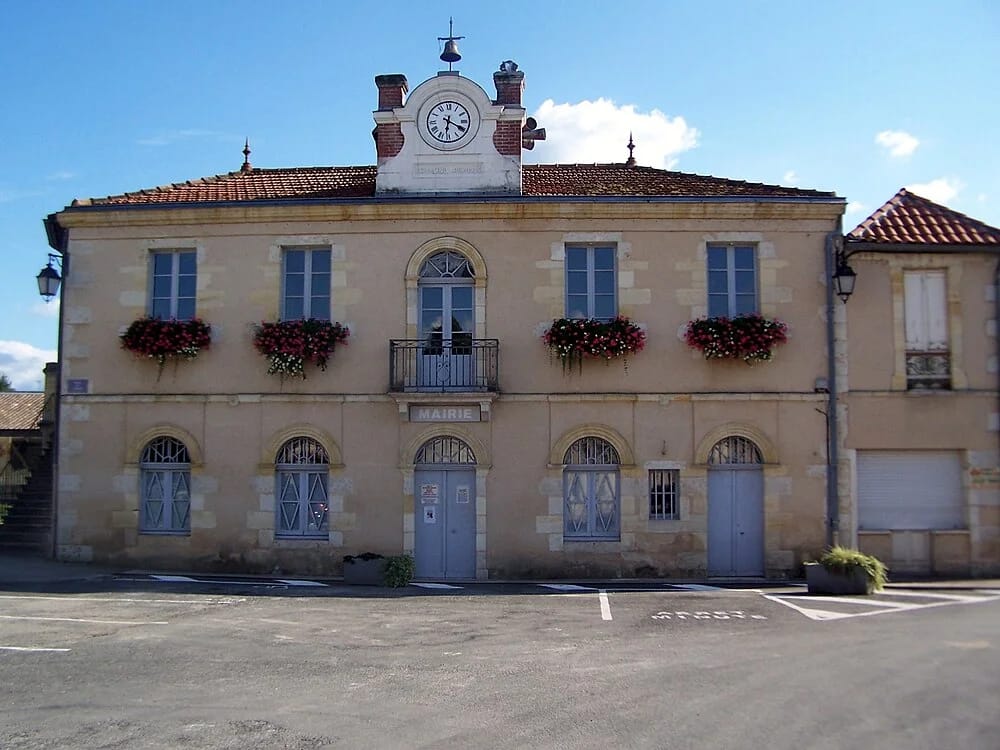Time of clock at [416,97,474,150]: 6:19
